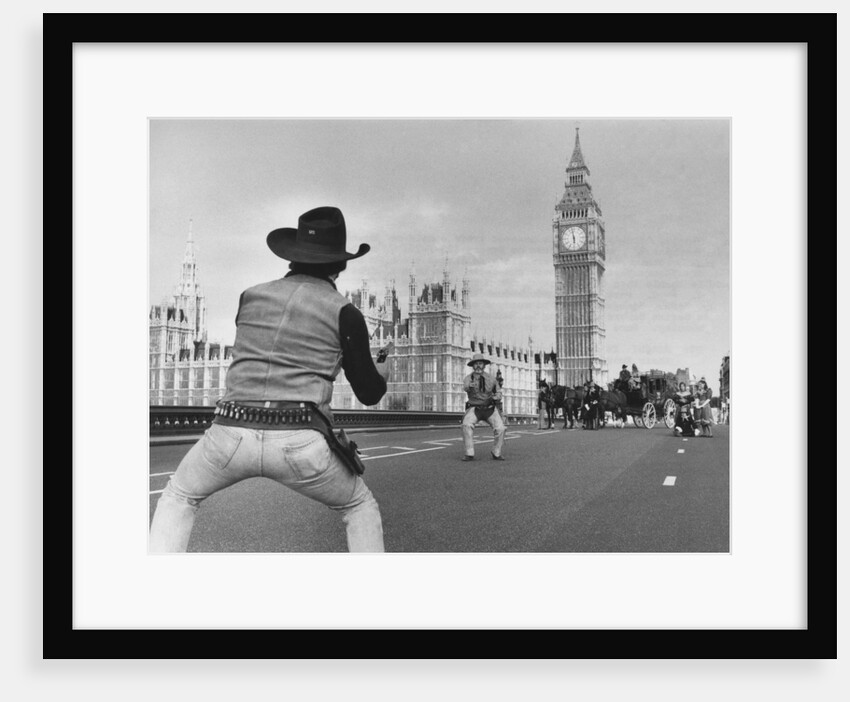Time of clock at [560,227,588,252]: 5:58
